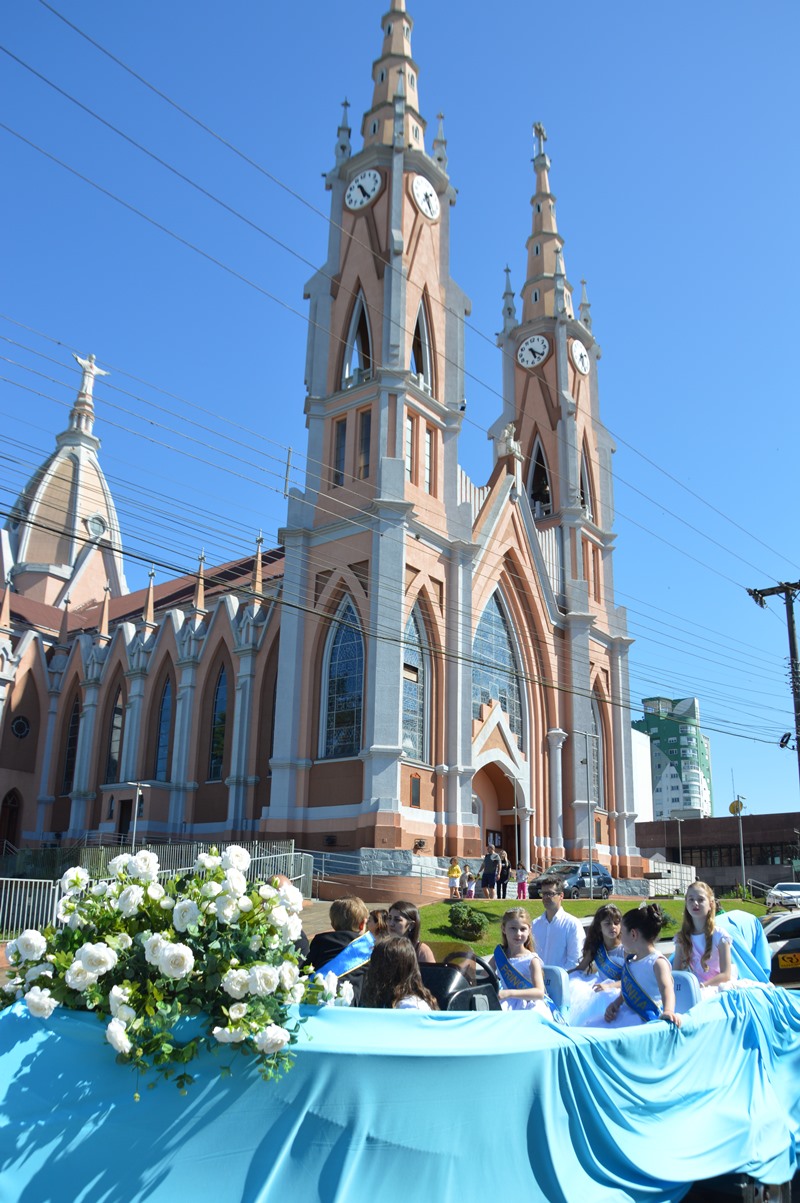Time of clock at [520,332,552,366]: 5:21
